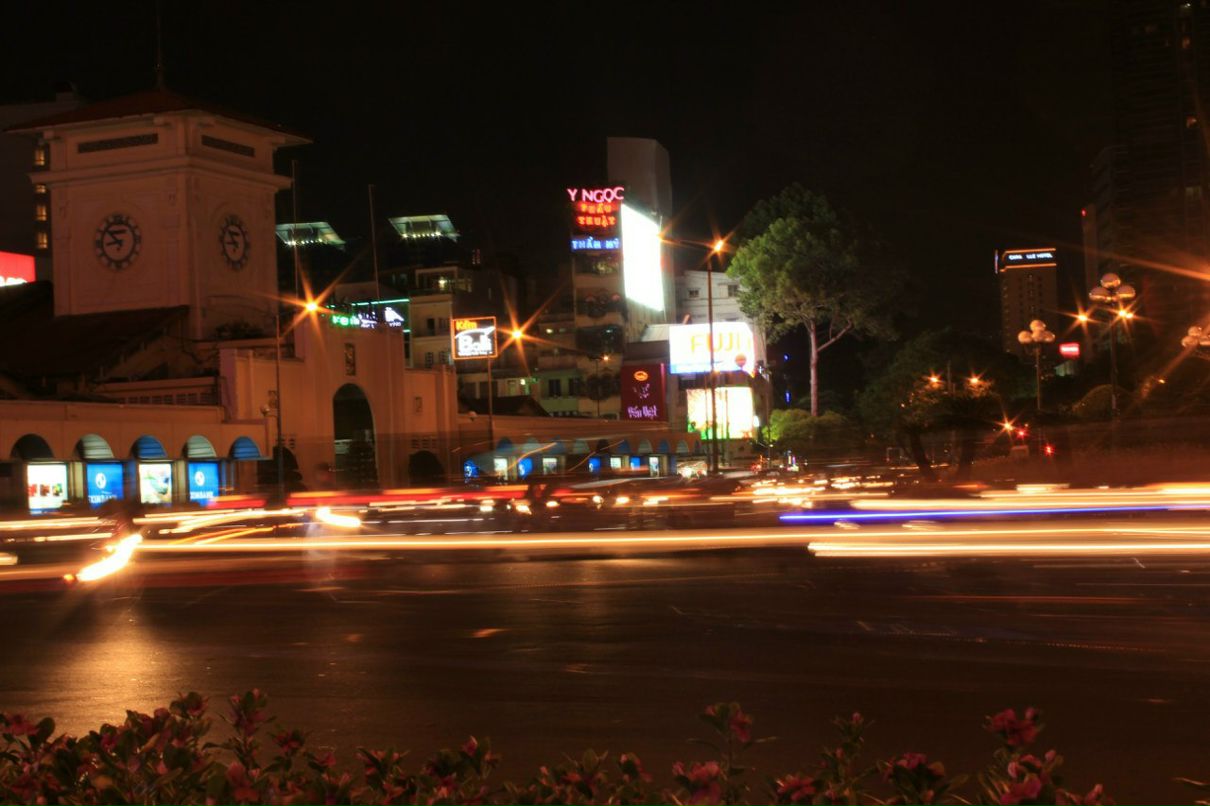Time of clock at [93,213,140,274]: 8:52
